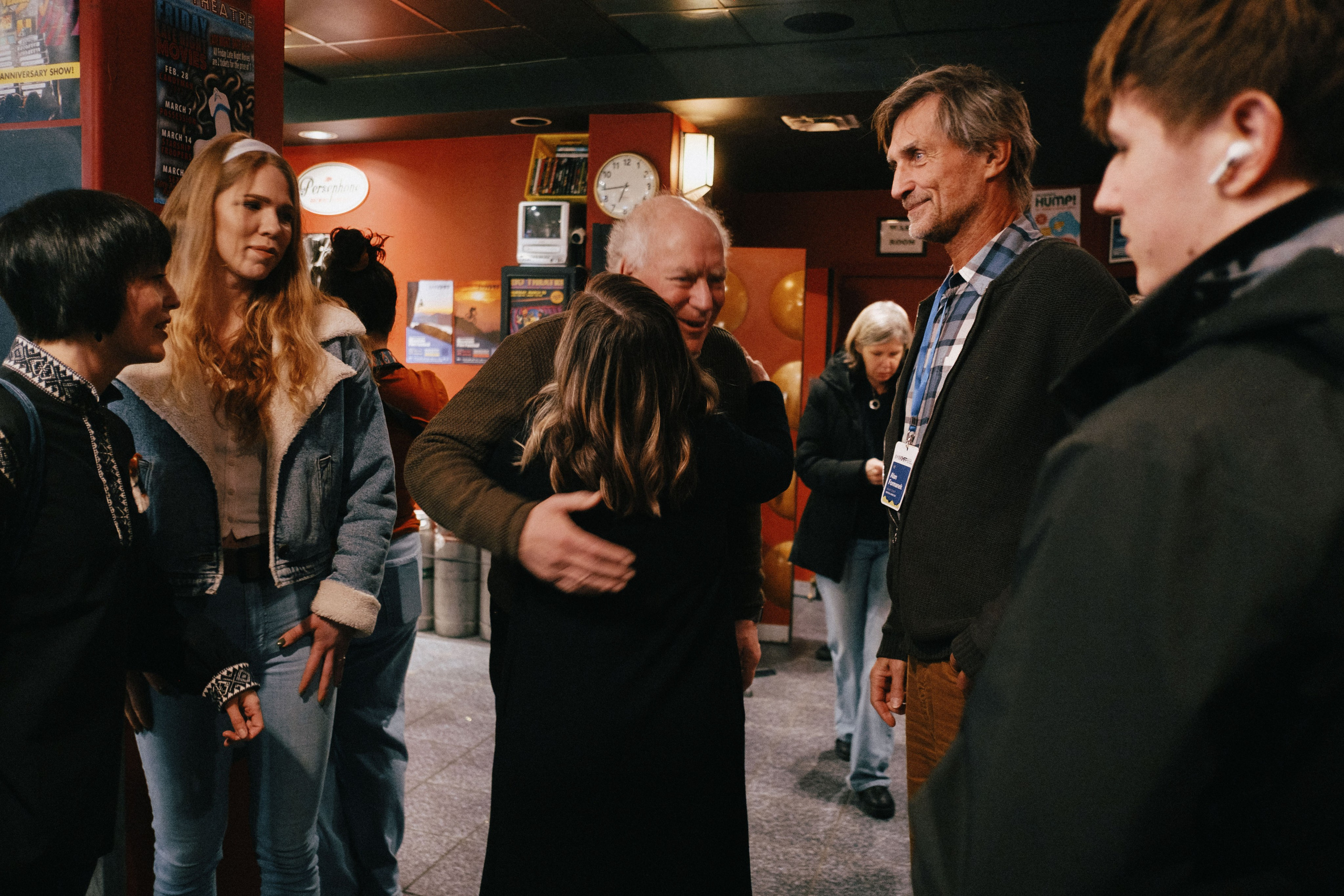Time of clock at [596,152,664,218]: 6:43
